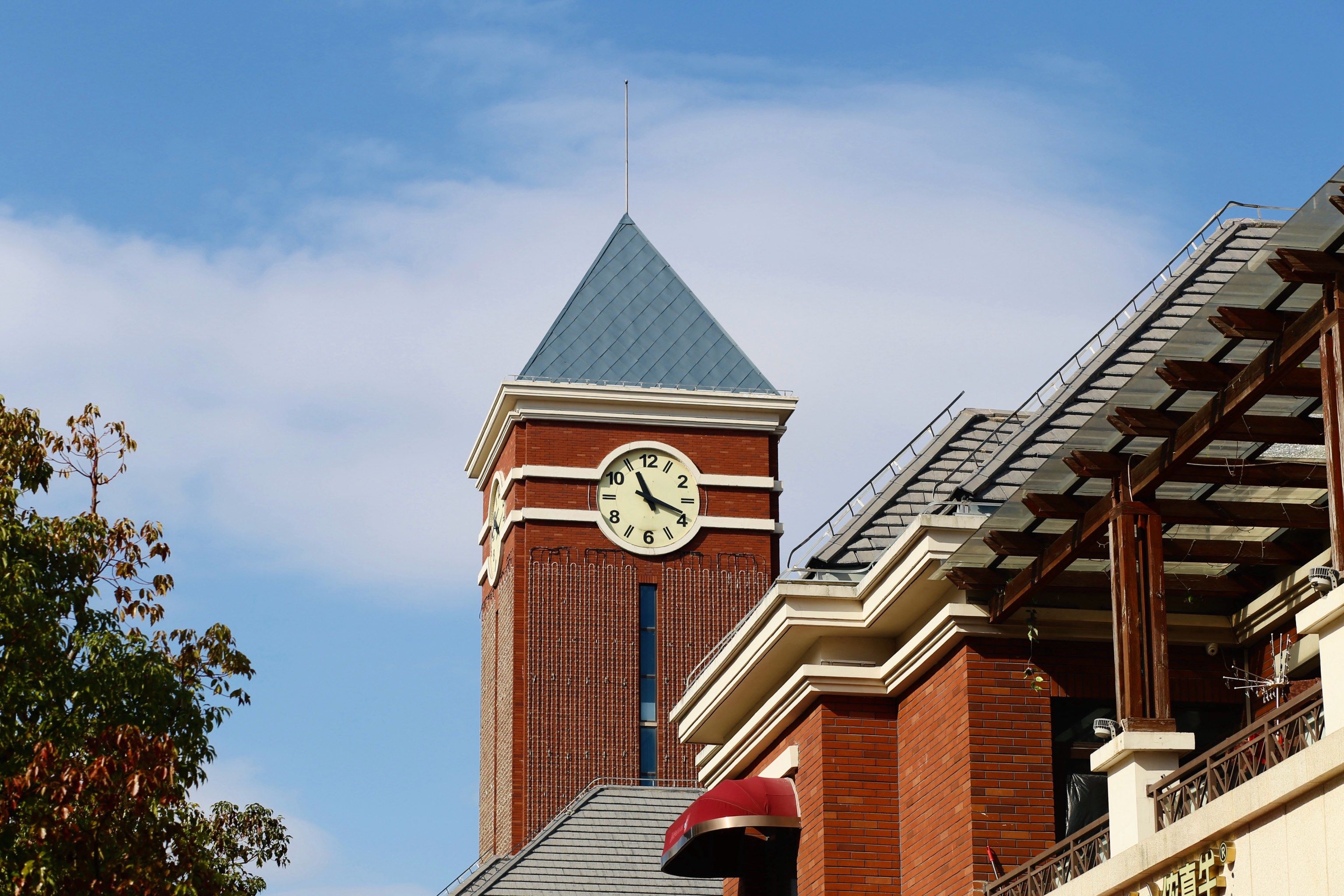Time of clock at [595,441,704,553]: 11:18
